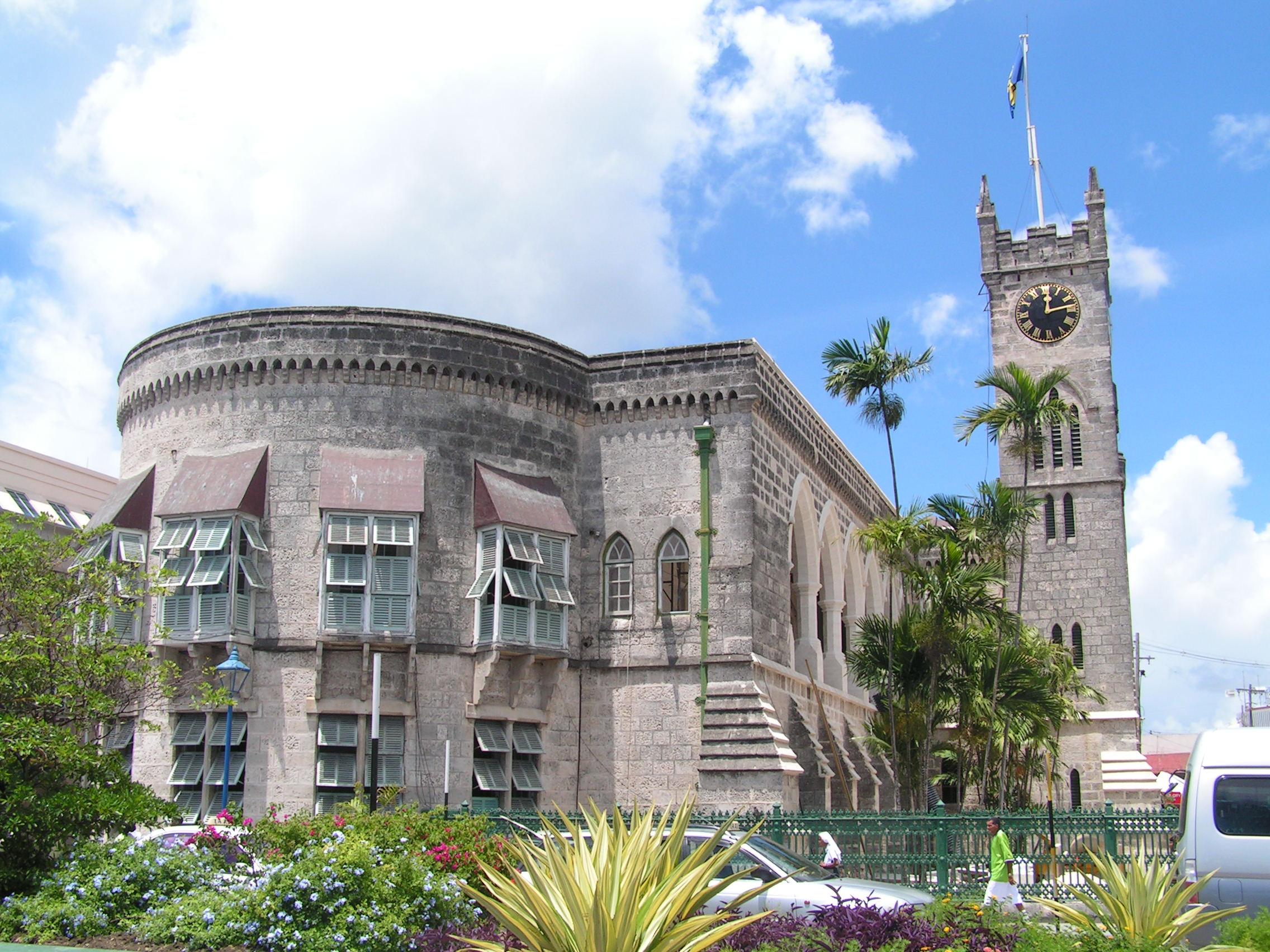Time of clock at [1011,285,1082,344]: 12:13
